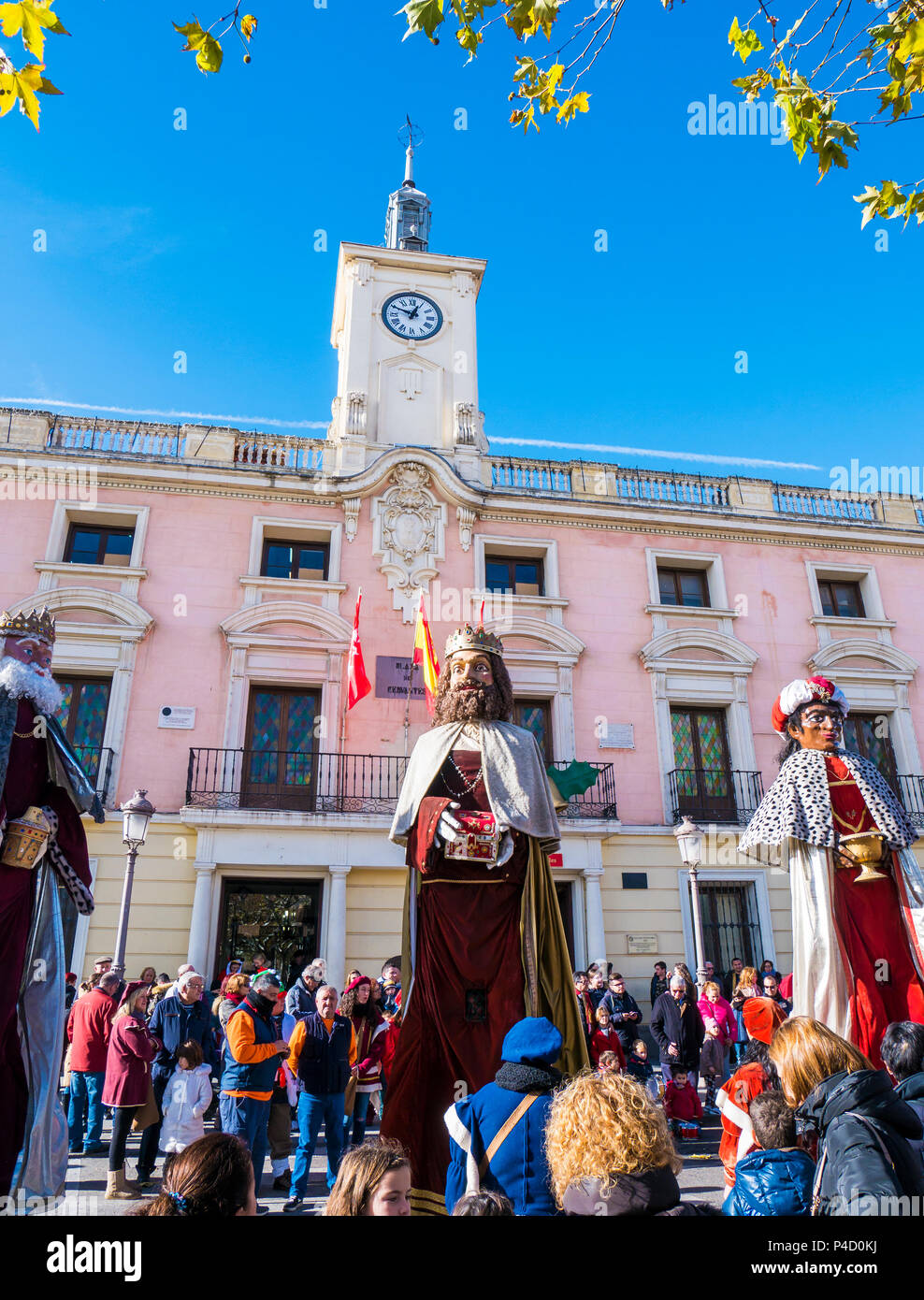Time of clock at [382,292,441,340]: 12:49
